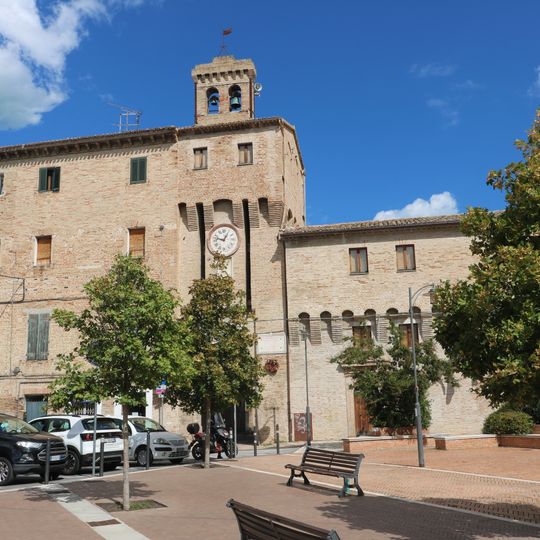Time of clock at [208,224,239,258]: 12:47
